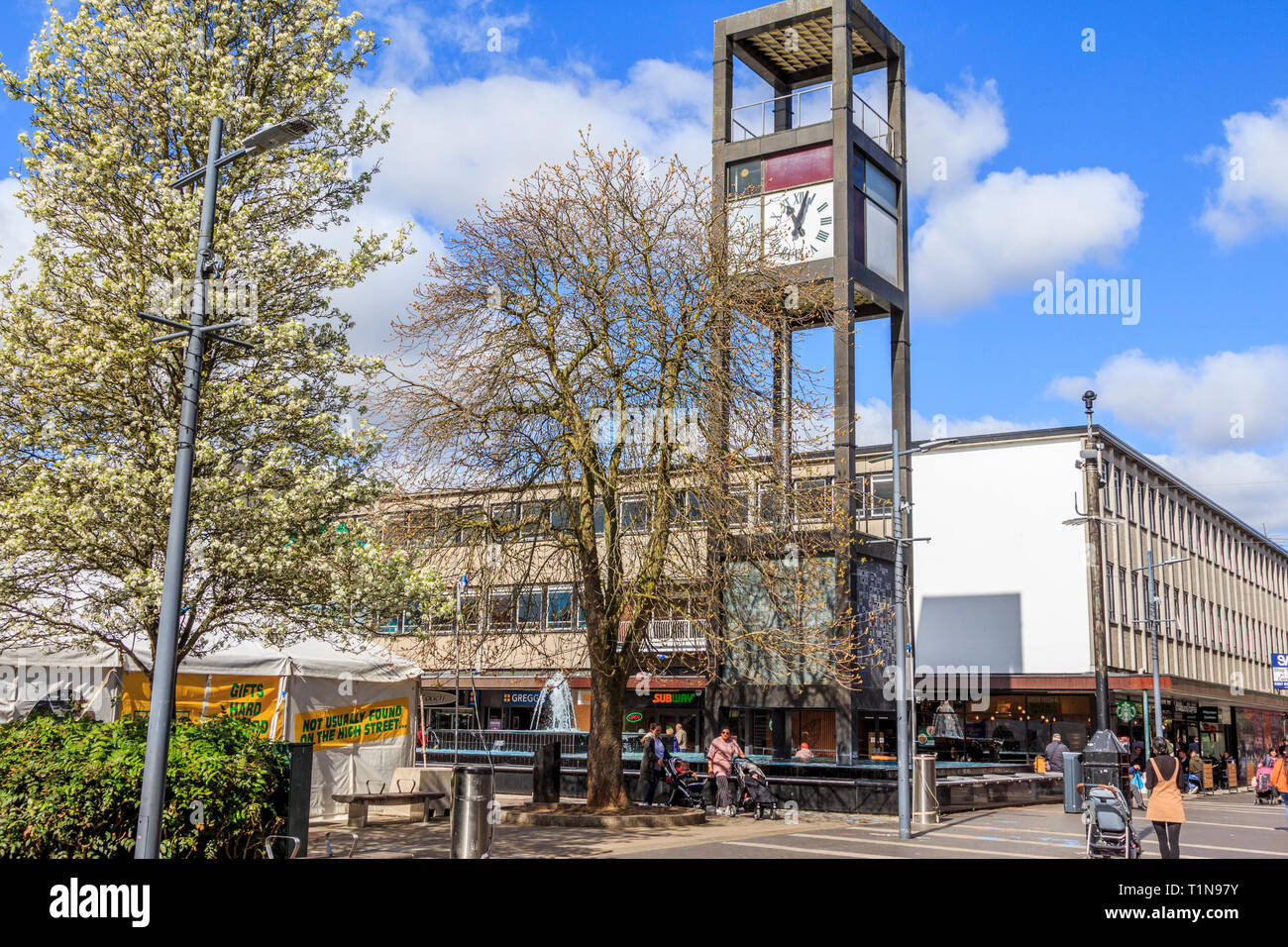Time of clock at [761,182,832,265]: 11:02
